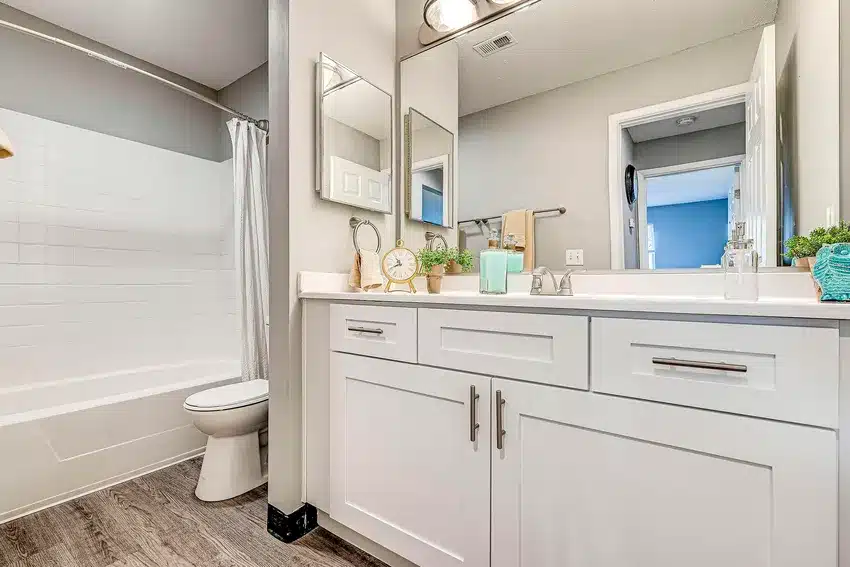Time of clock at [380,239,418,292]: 10:41
